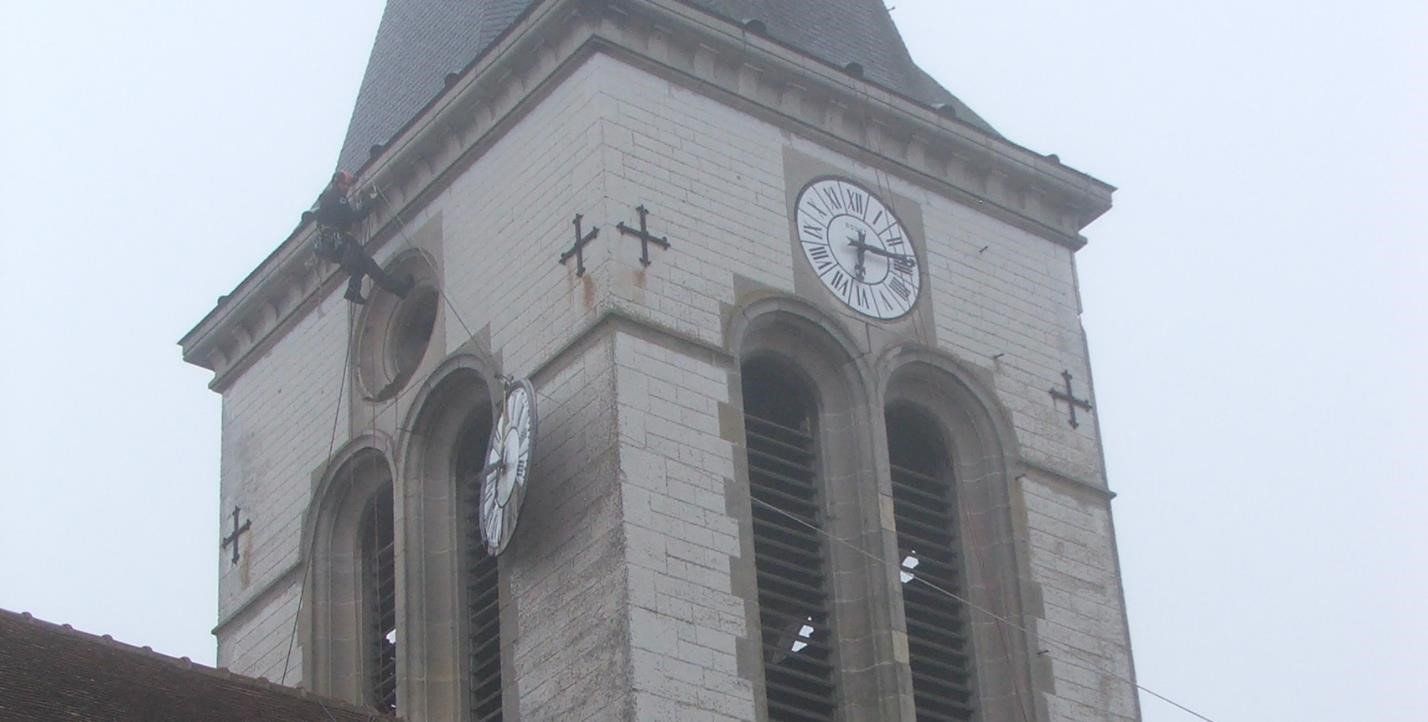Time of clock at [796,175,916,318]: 6:14
